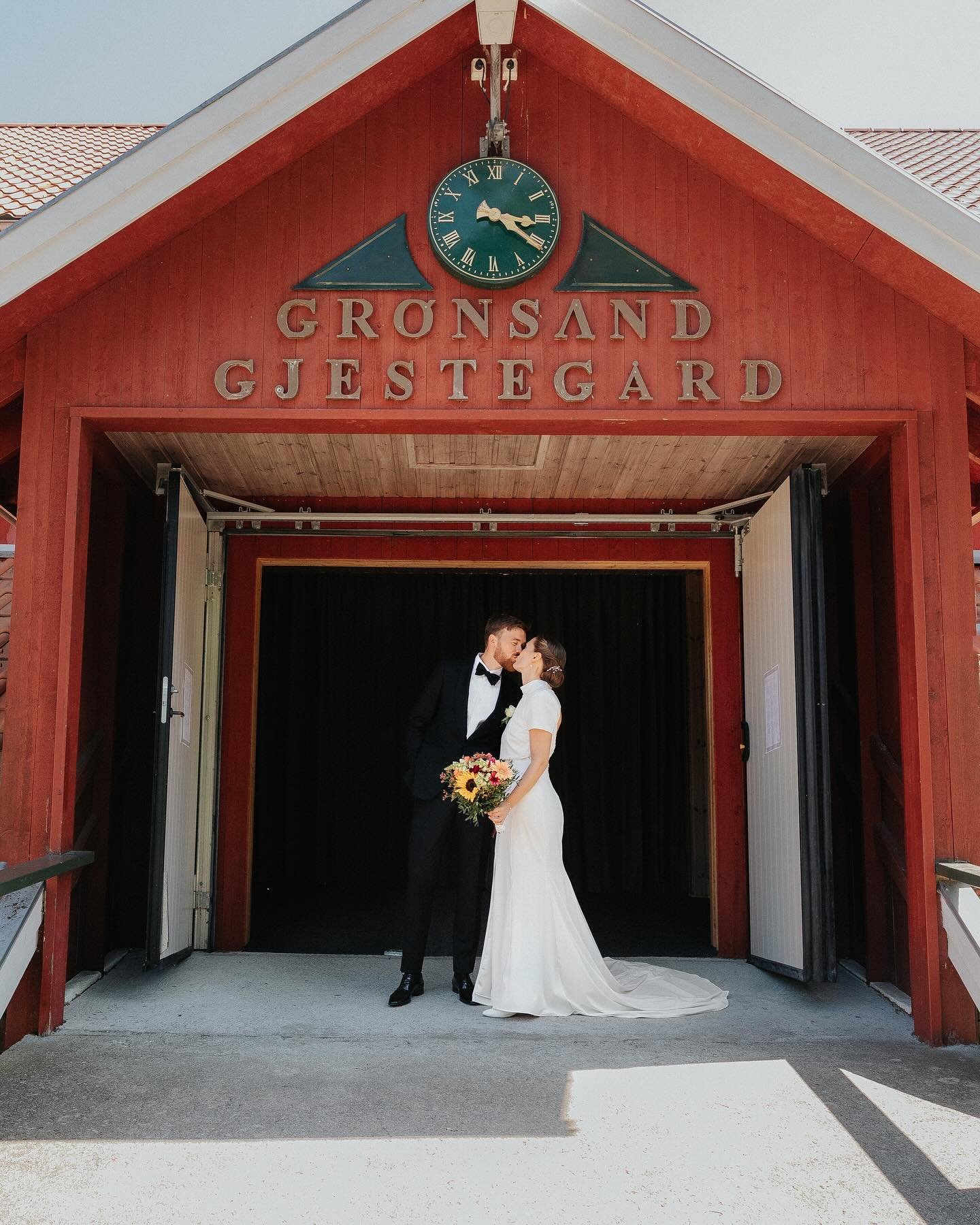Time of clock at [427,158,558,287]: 3:20
